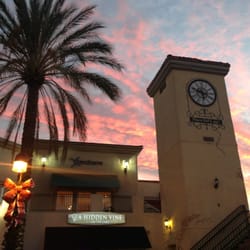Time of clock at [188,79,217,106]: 5:48
